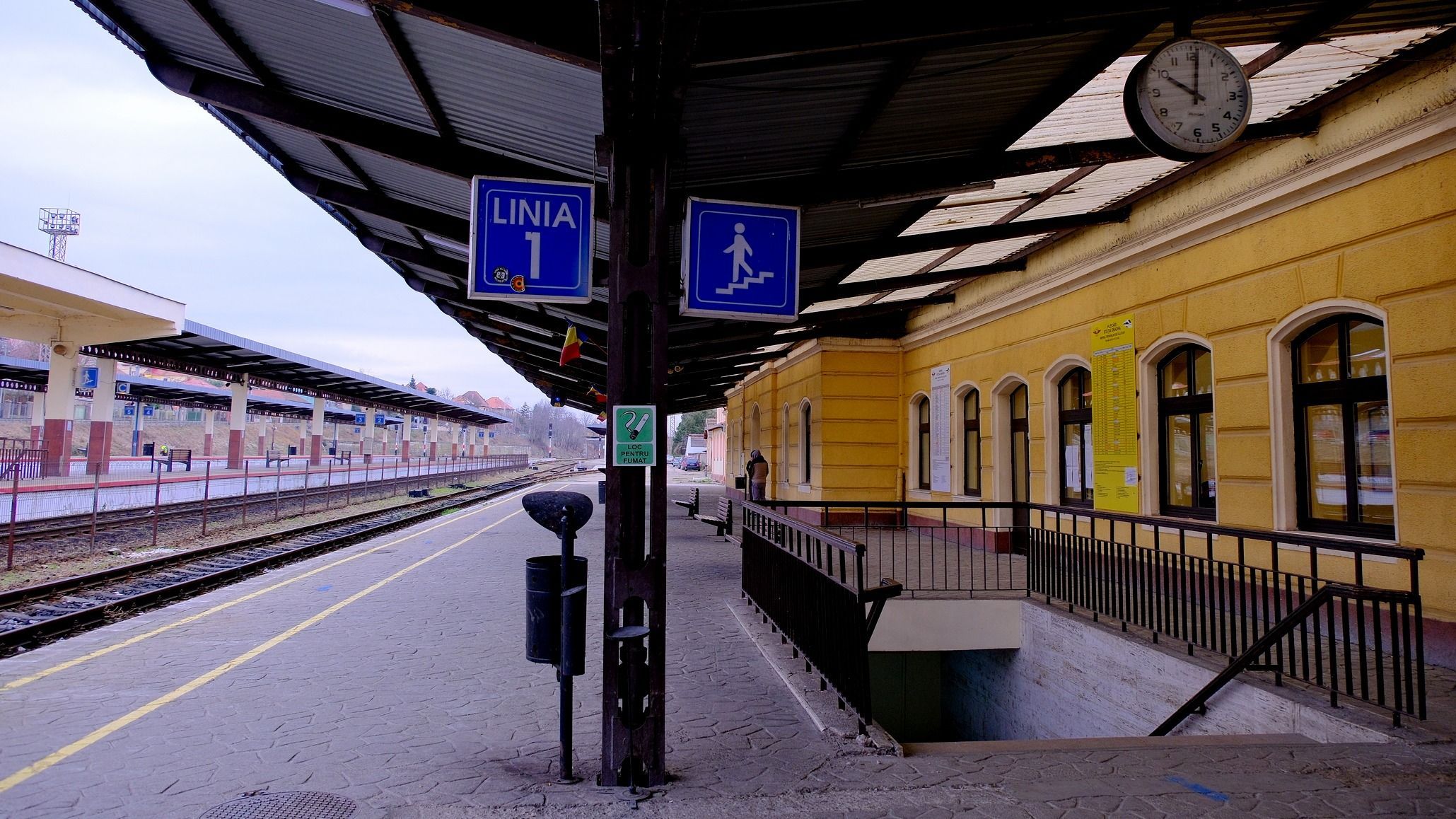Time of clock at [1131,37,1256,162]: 10:00
